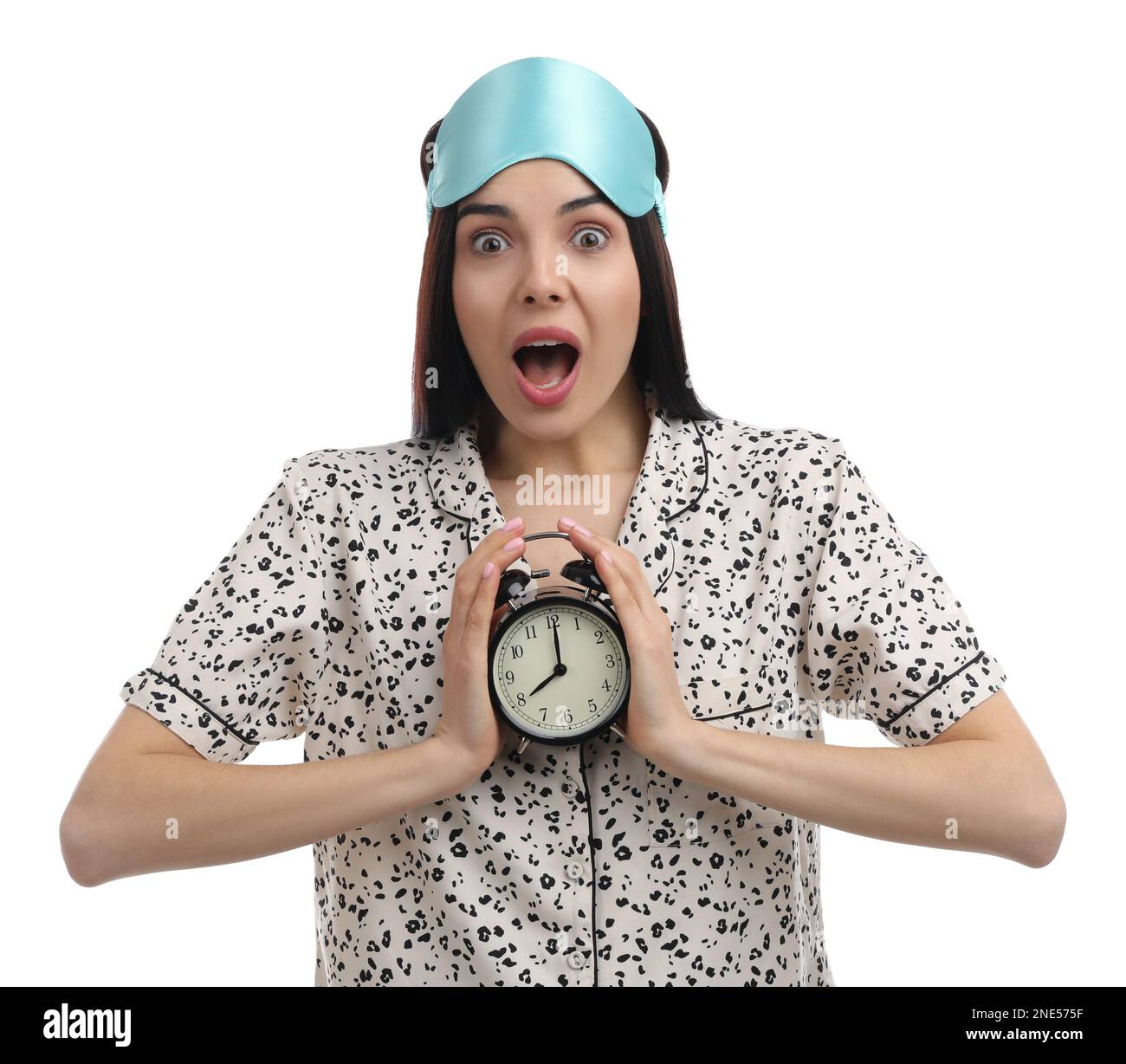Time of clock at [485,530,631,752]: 8:00
